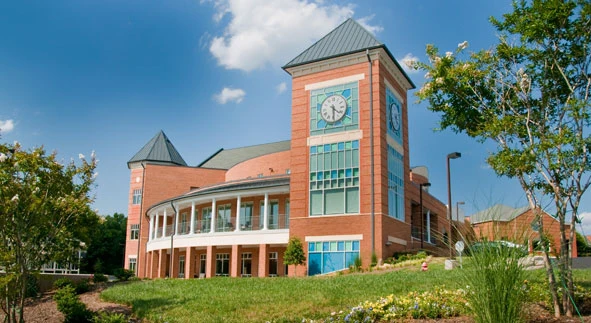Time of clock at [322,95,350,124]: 4:29
